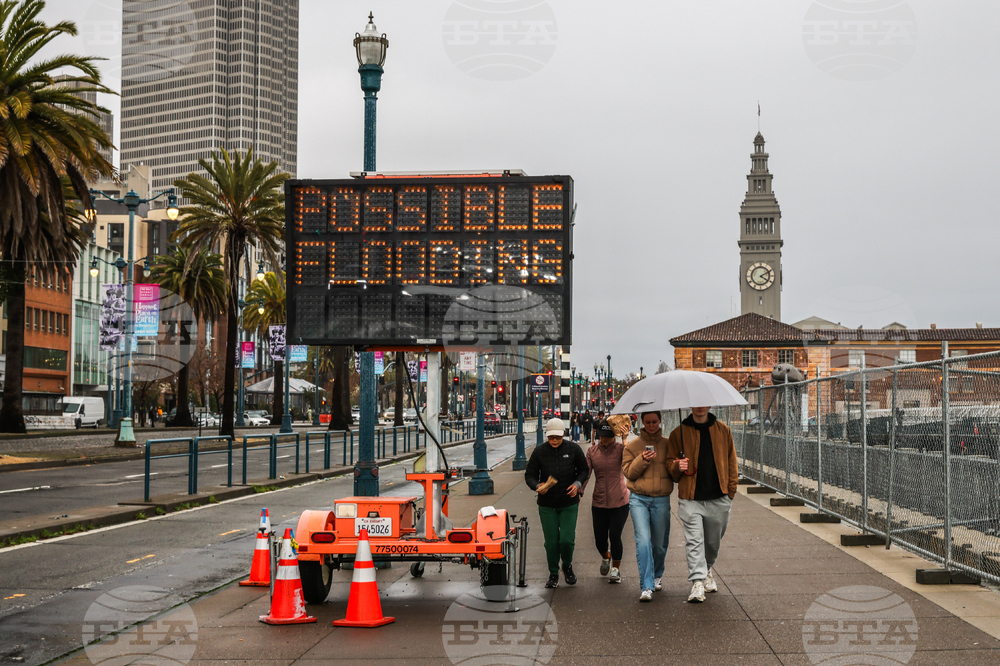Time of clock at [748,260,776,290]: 4:10
